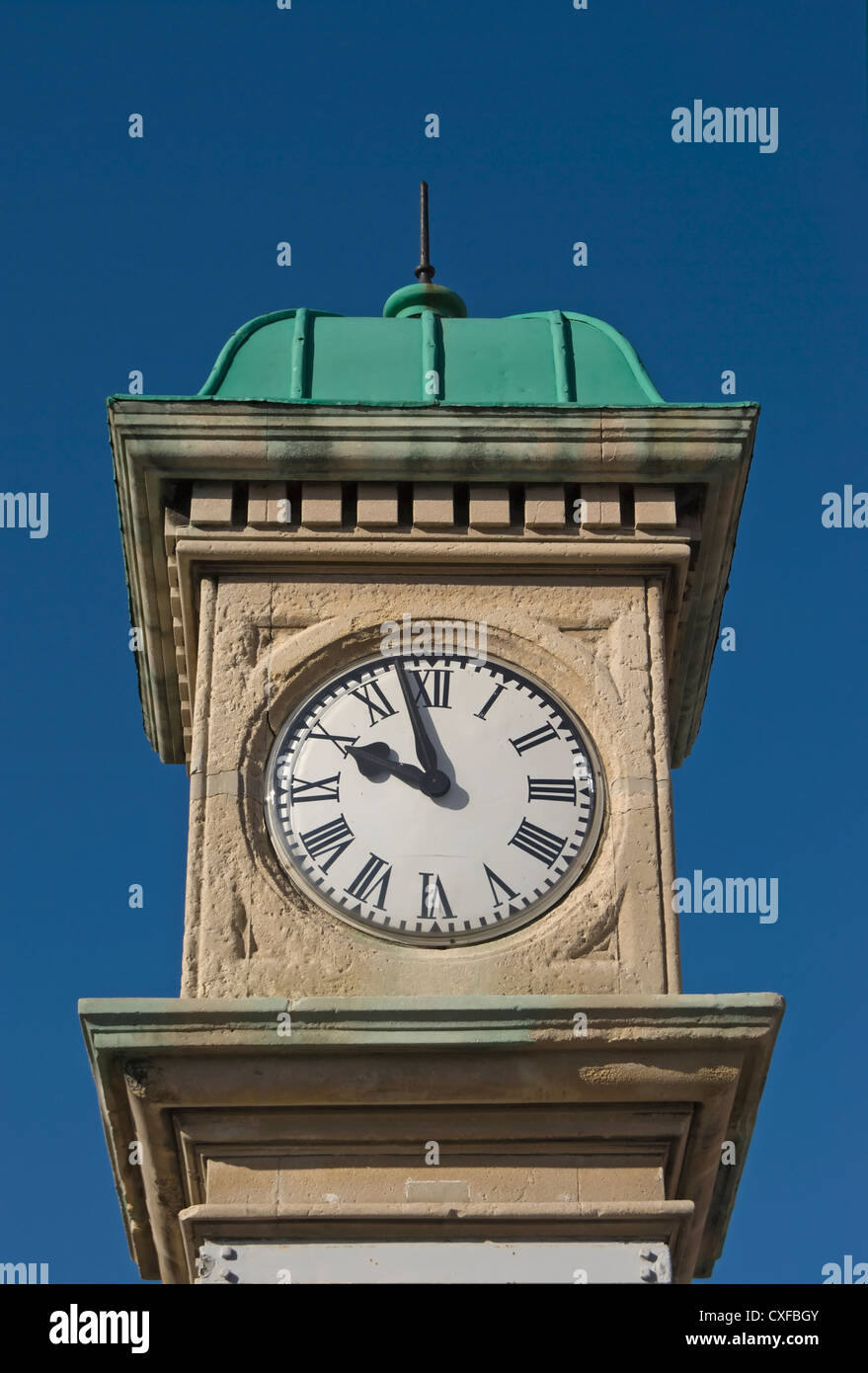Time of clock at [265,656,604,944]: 9:57
